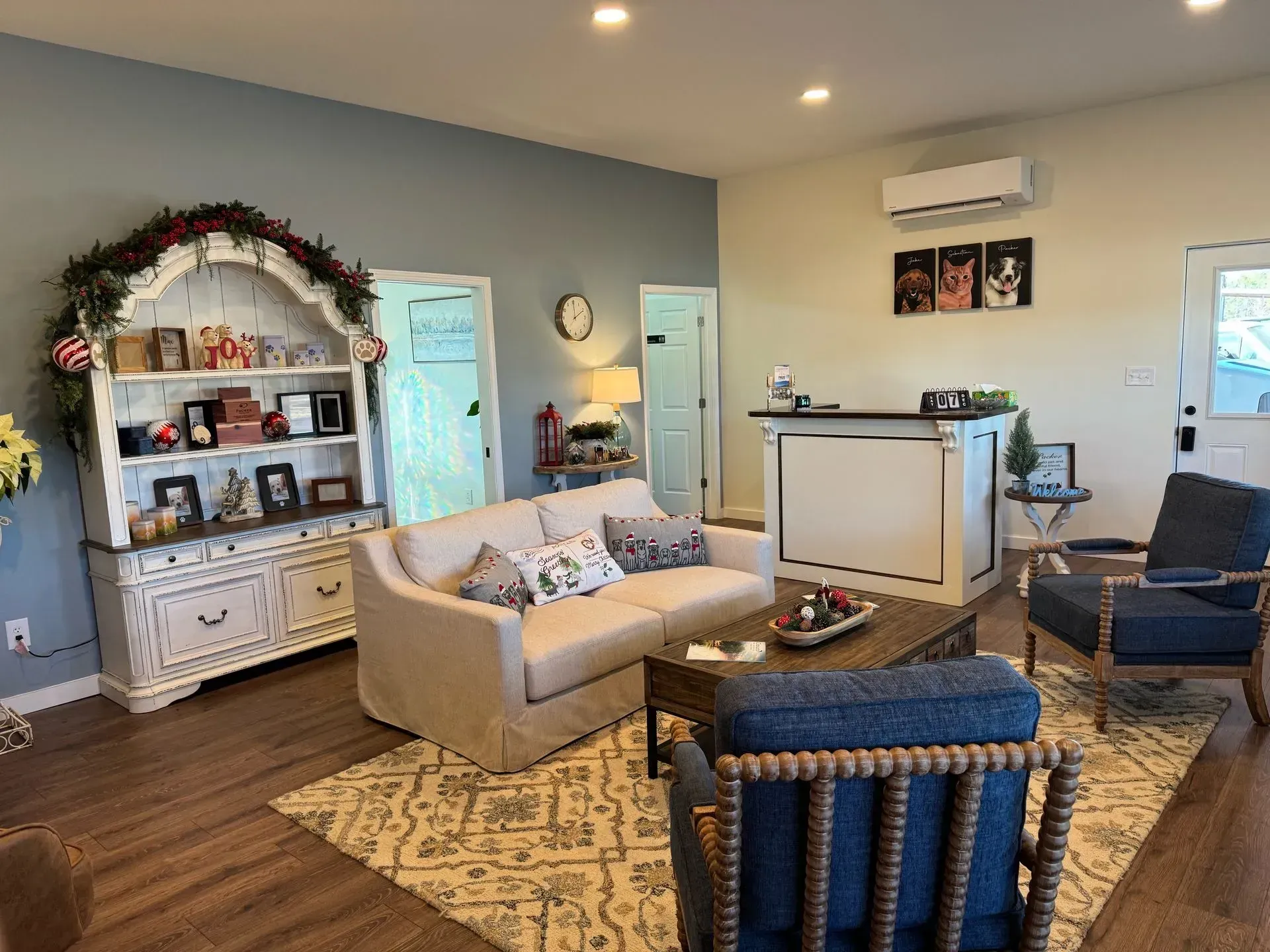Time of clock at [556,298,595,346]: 2:00
